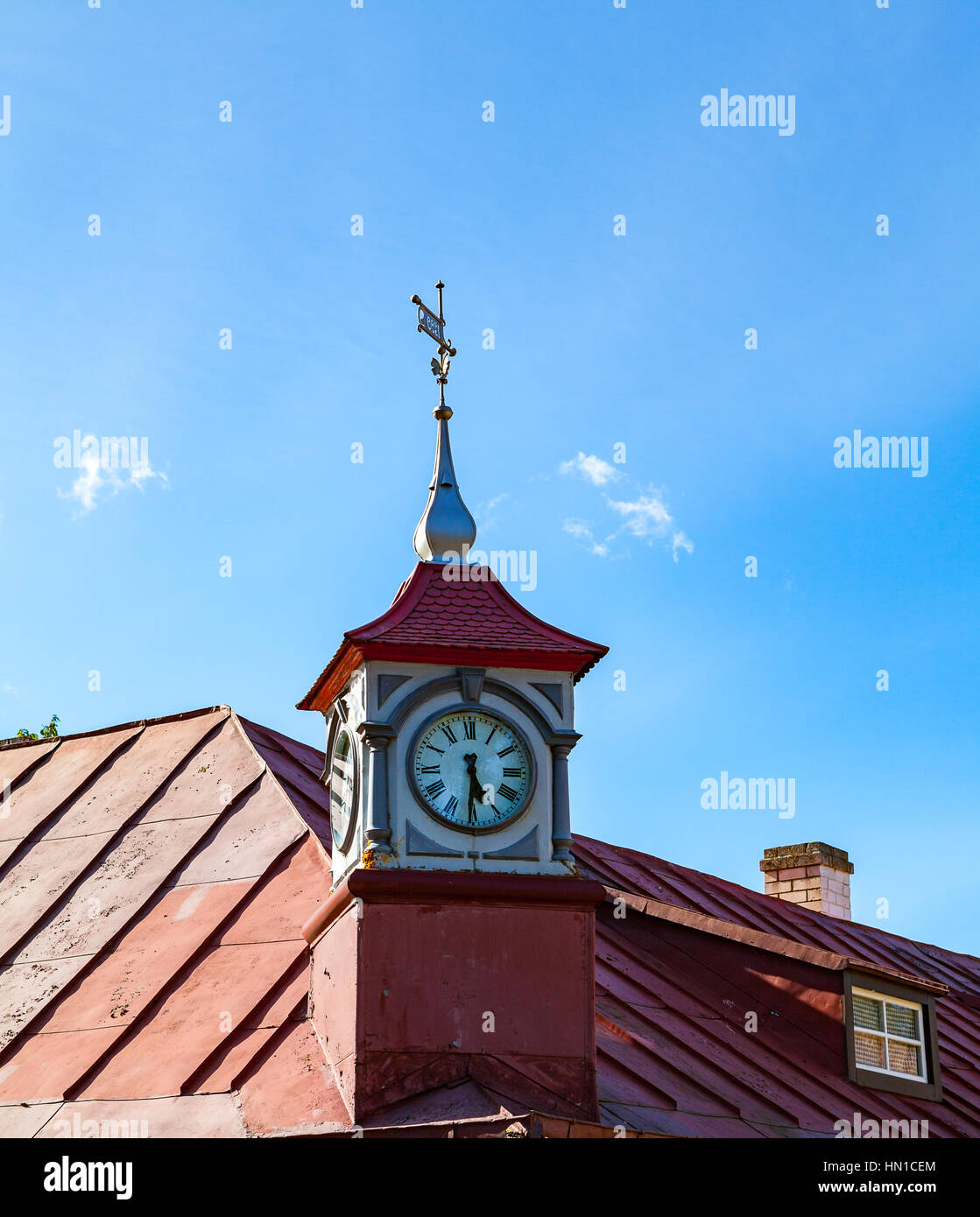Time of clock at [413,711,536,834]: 5:30
